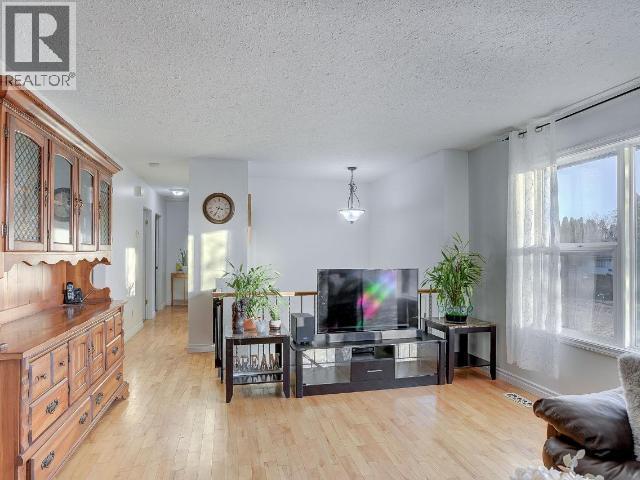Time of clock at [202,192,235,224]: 3:34
